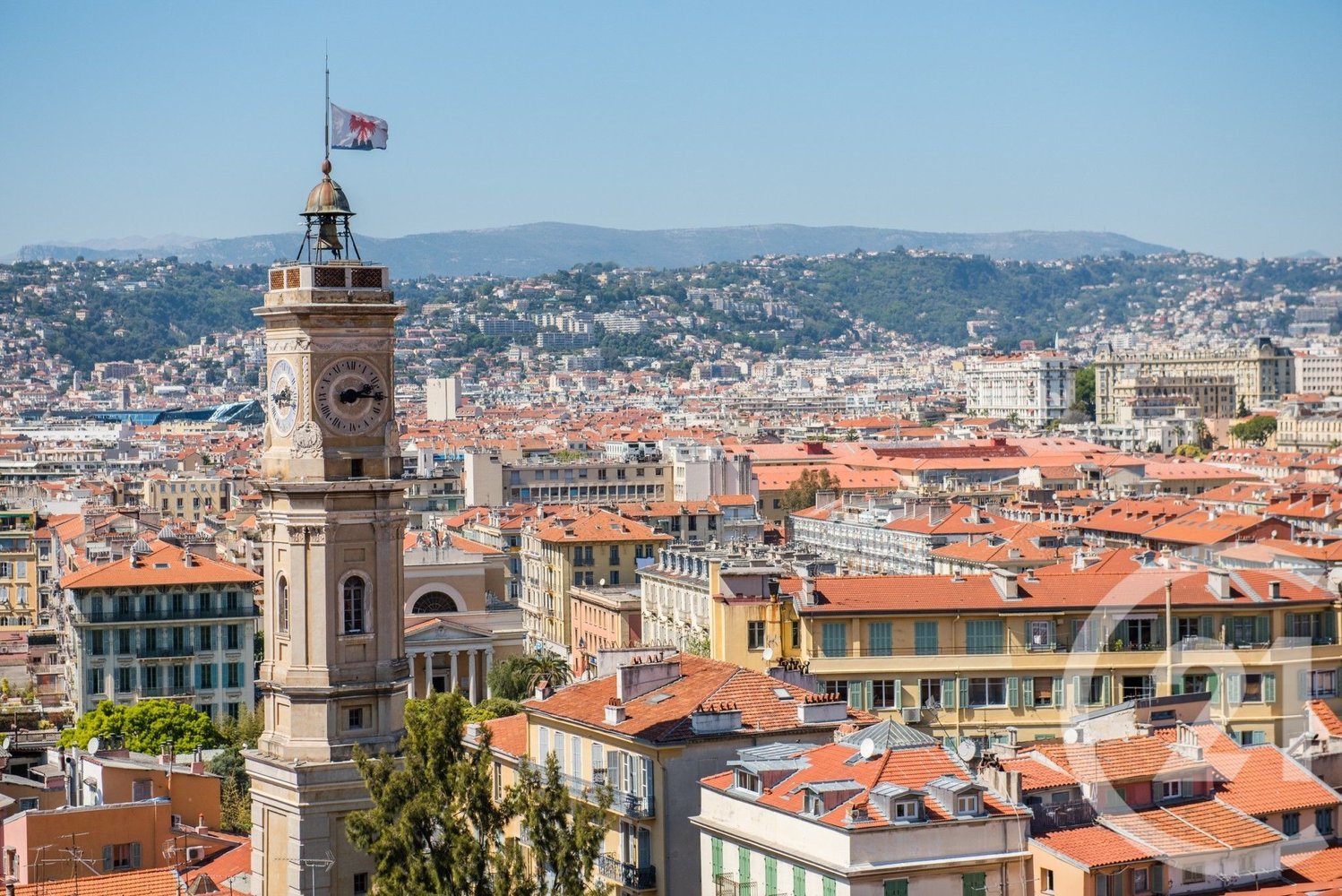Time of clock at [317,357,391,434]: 2:15
